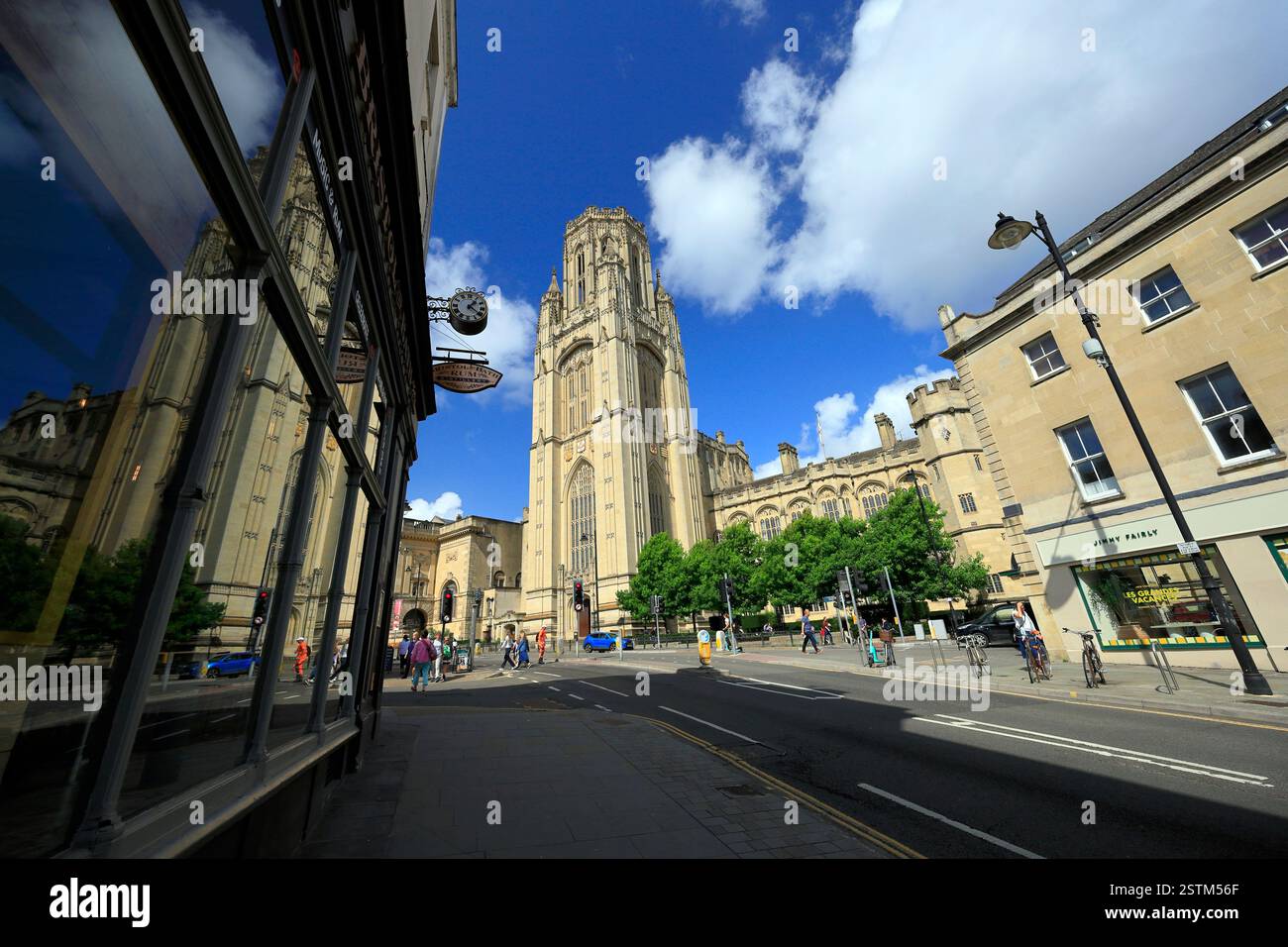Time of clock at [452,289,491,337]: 1:20
